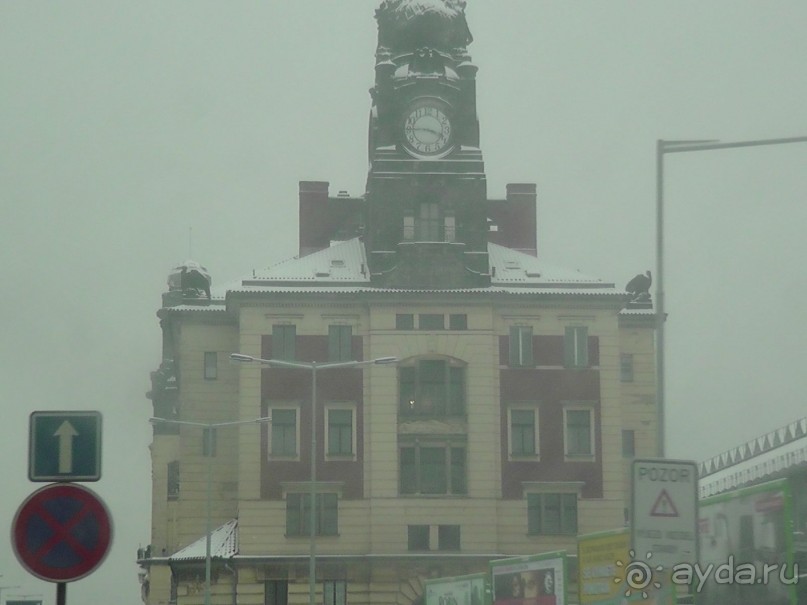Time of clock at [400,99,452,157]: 3:45
